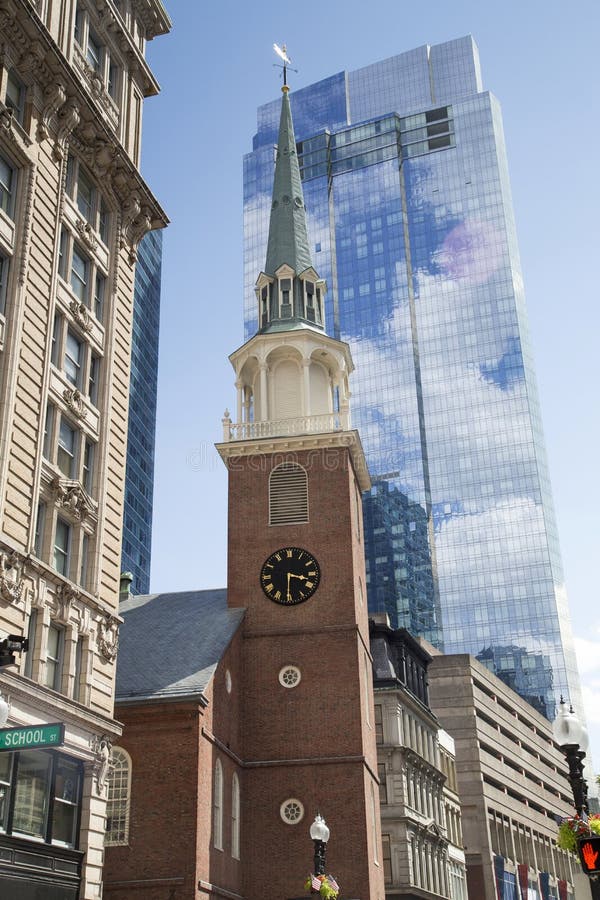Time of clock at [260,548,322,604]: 3:30
